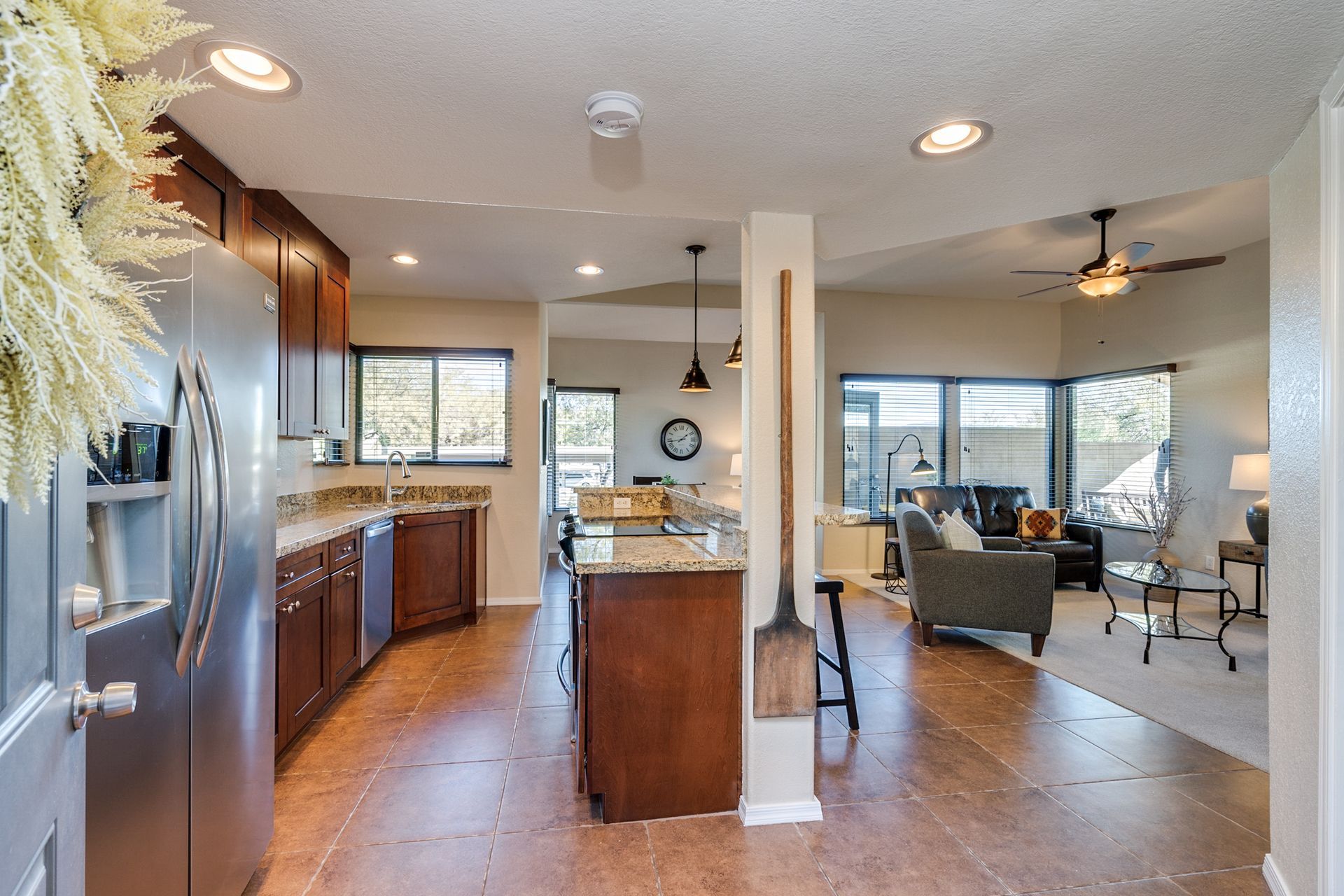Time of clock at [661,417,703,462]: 1:43
